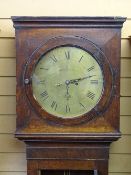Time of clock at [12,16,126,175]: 3:12
